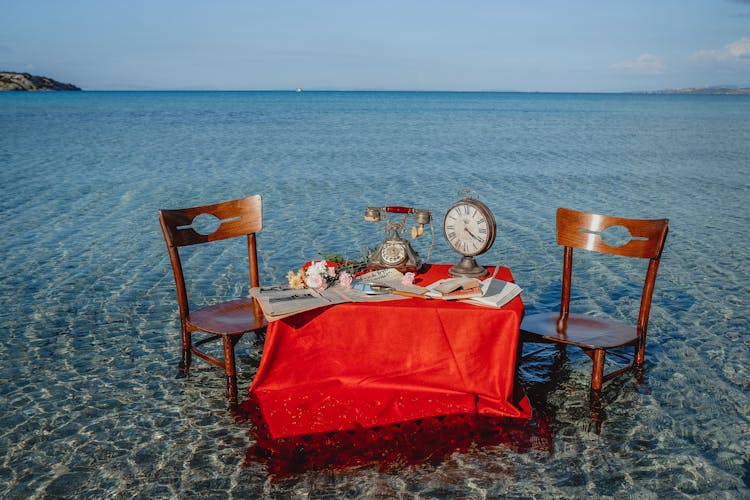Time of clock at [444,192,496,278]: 4:20
